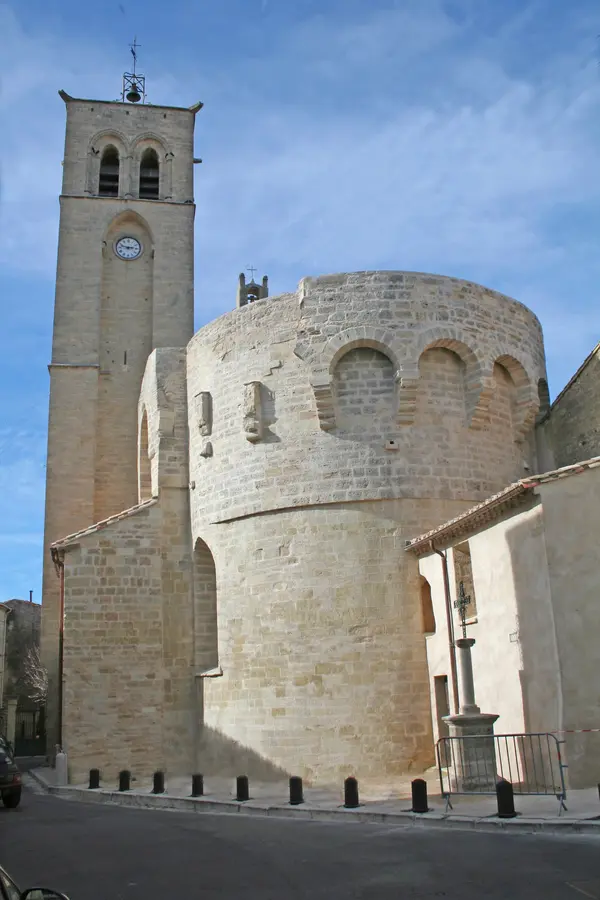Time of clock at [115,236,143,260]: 2:47
